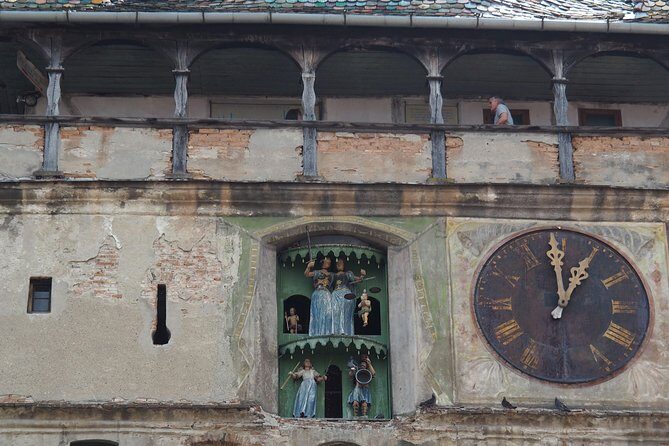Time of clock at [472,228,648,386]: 12:59
